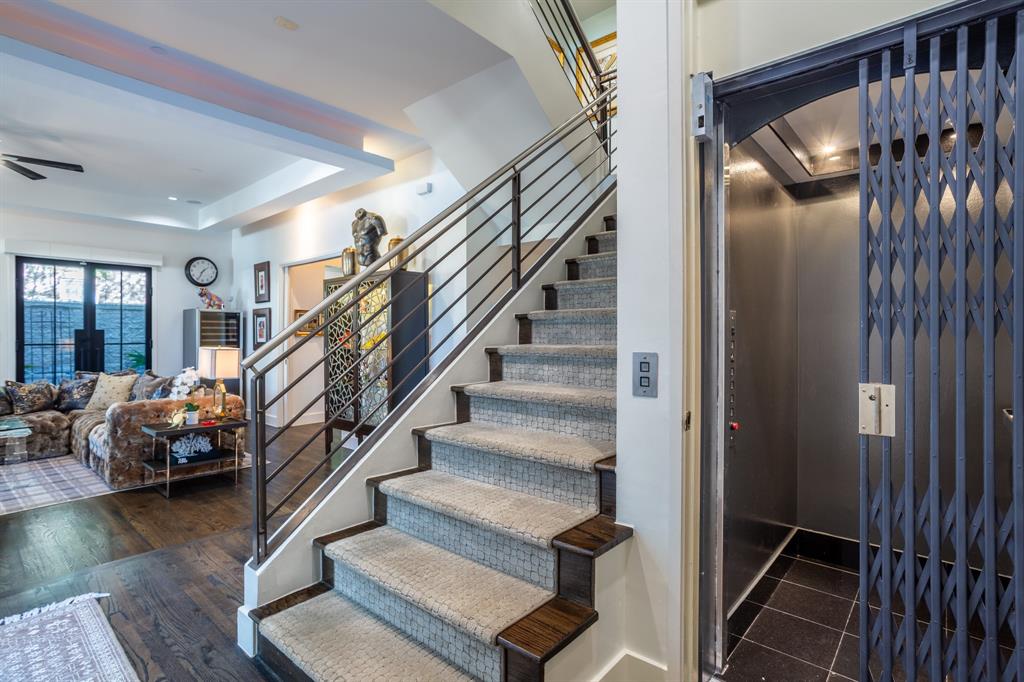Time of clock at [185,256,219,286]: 1:34
